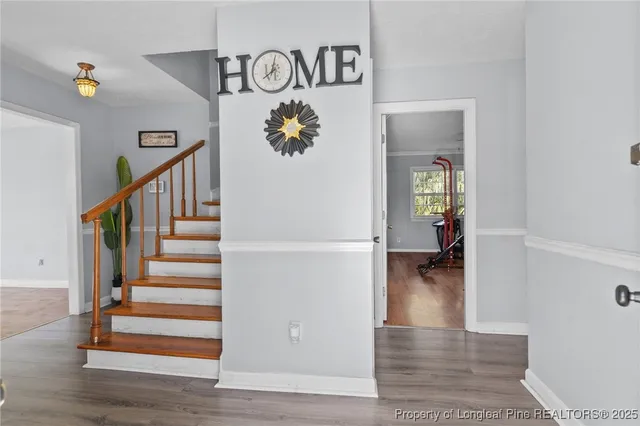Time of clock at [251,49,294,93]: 8:02
